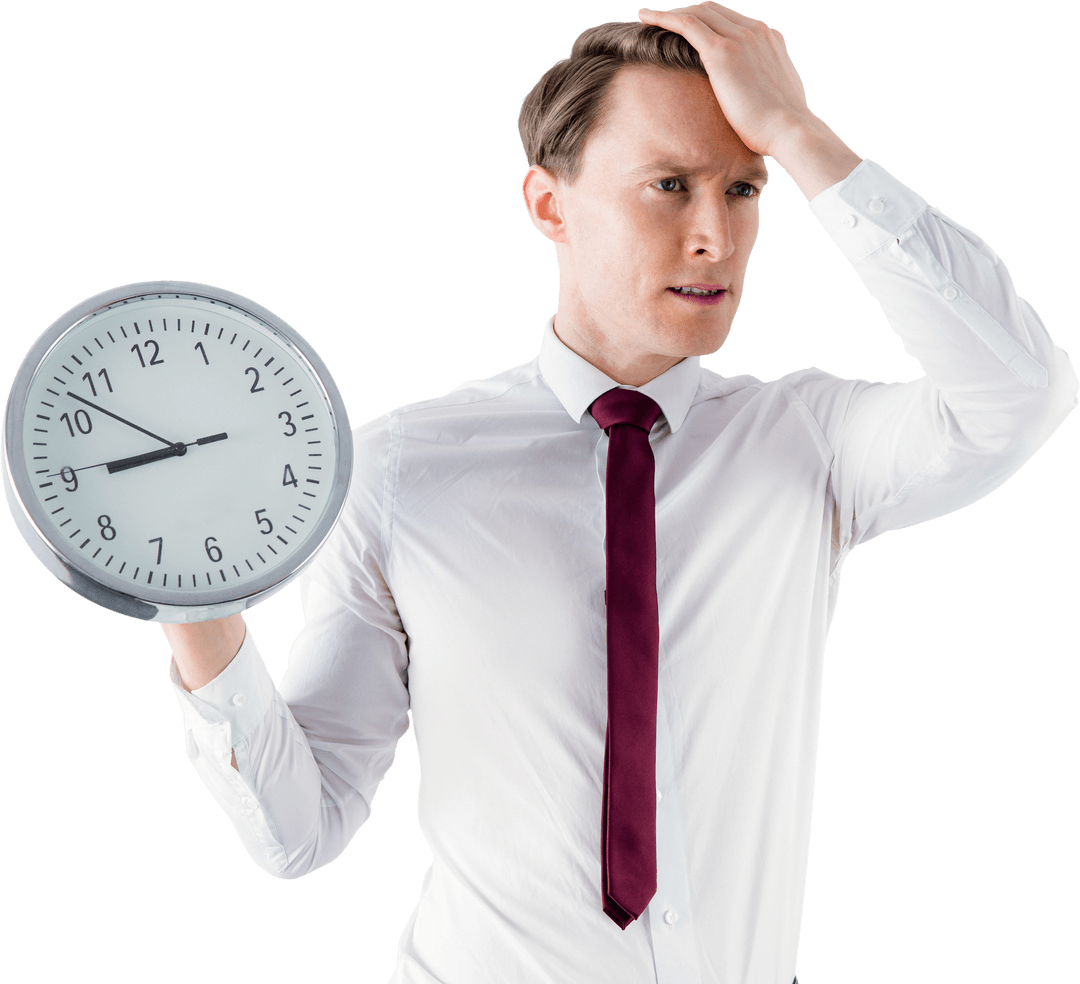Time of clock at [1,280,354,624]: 8:52
